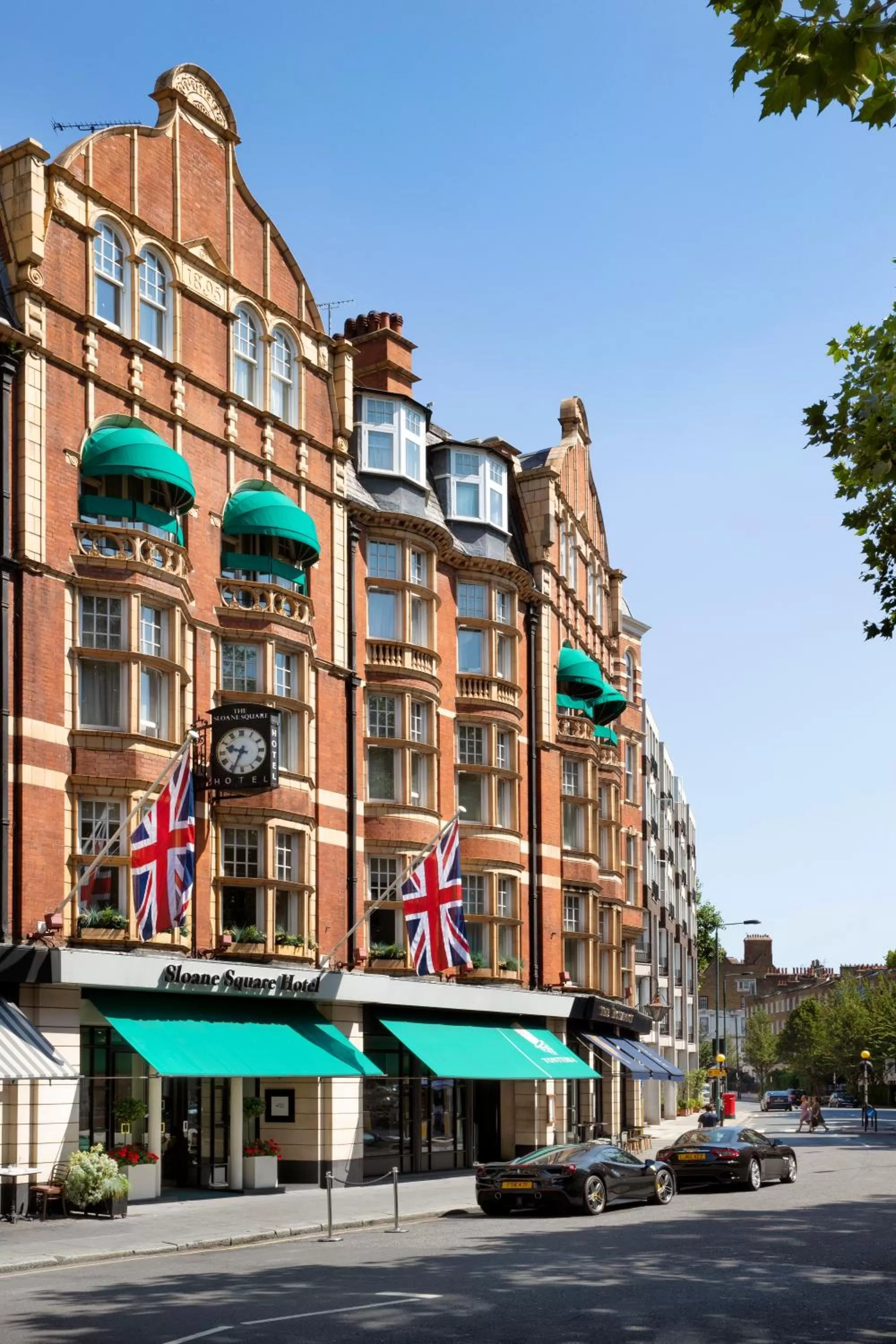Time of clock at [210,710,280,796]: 9:34
